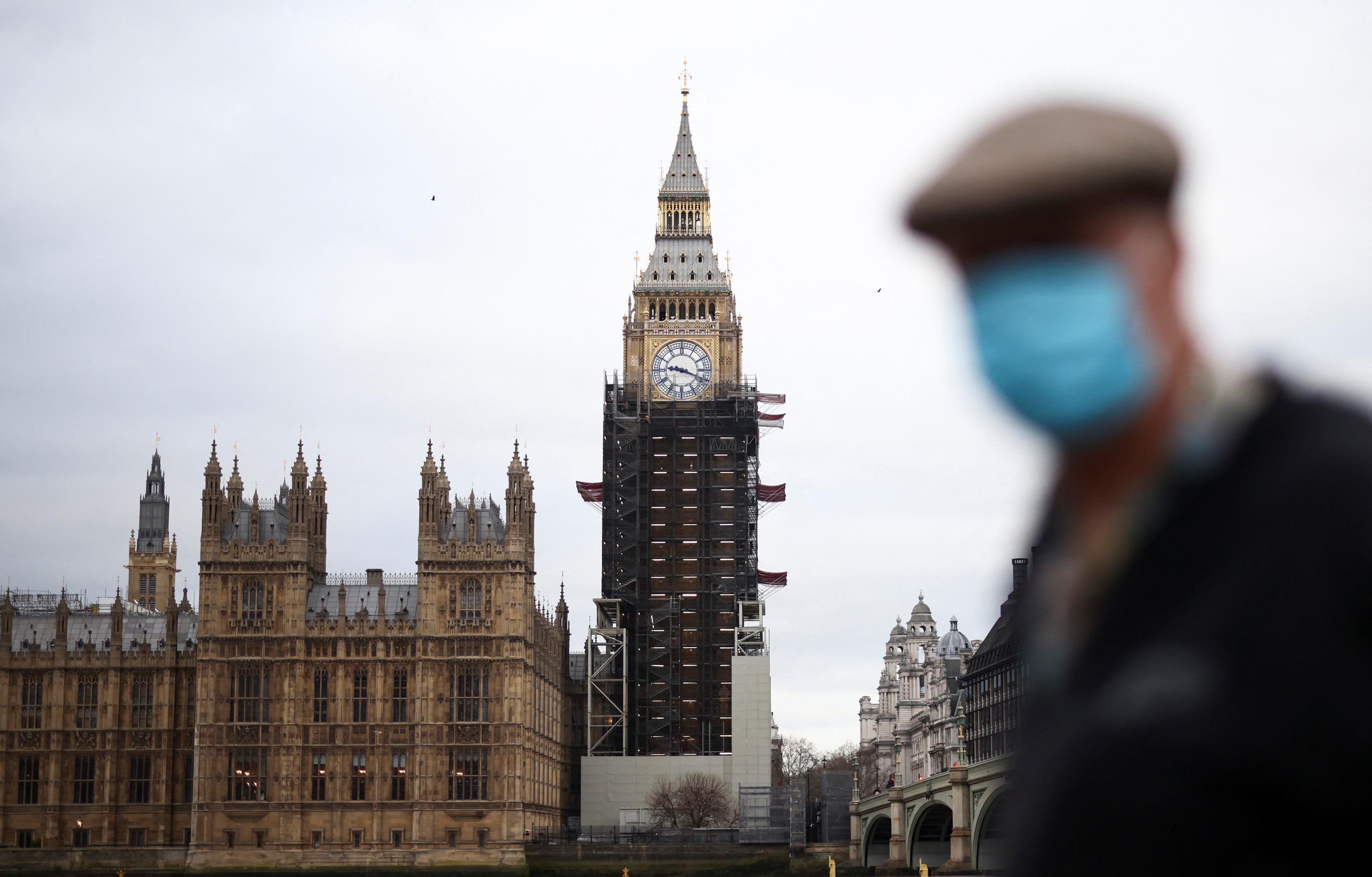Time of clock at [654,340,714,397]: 9:18
